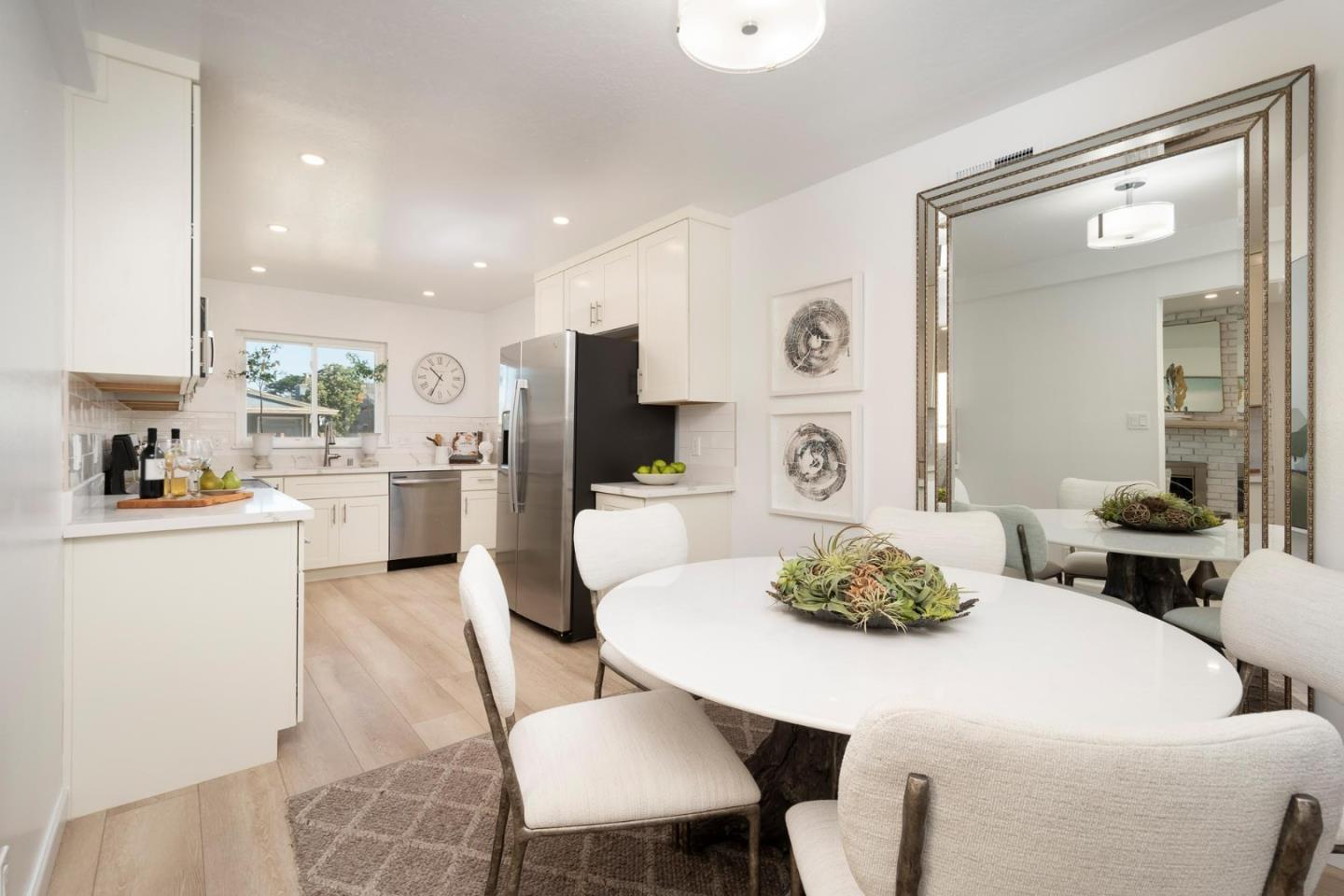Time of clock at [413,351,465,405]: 10:34
